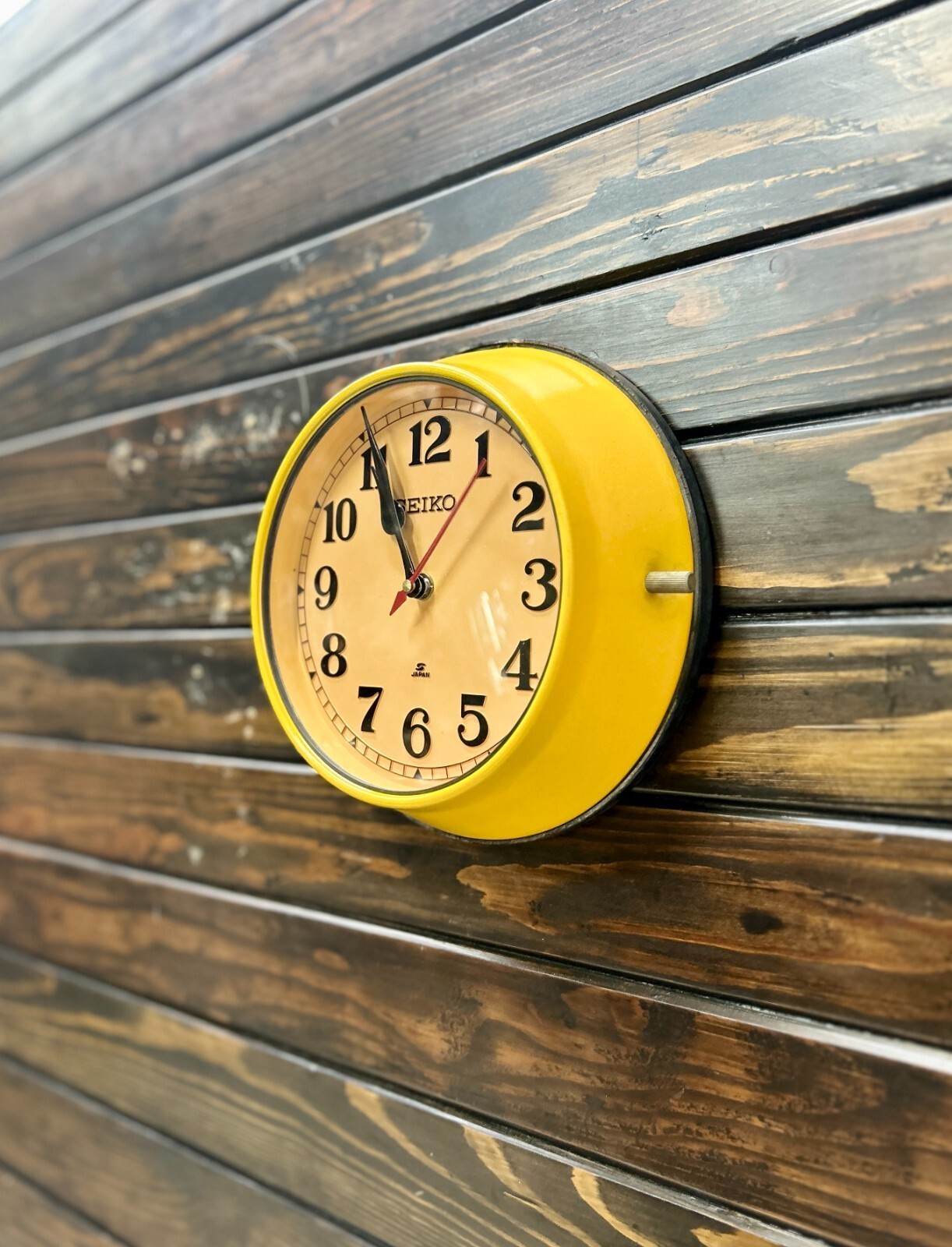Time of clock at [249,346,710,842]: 10:55
